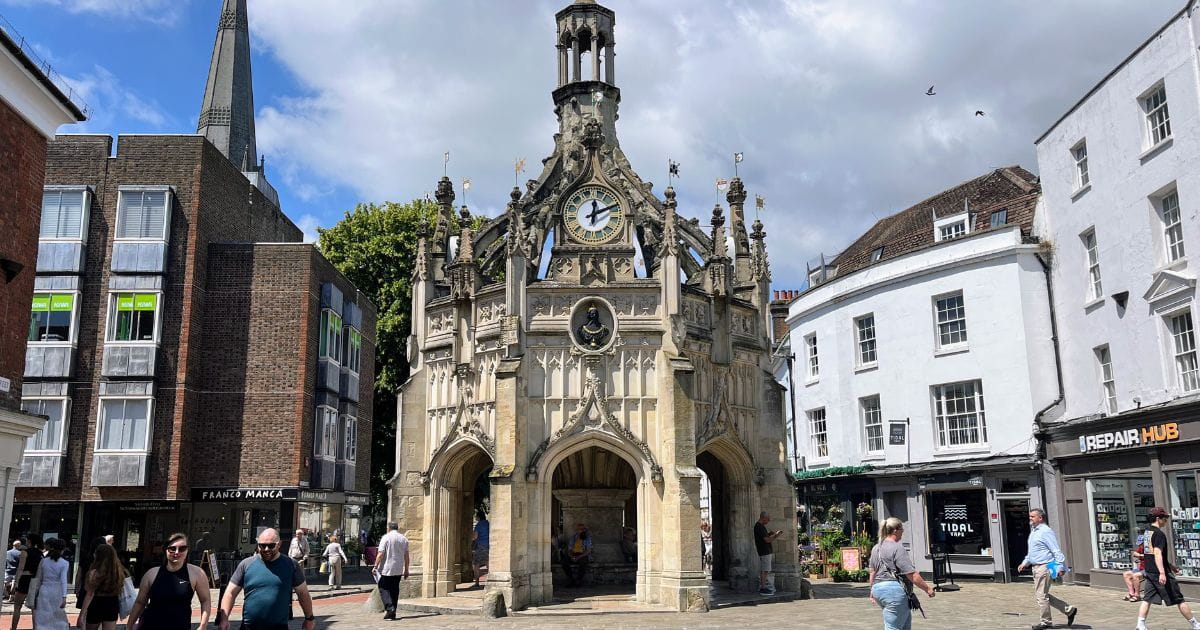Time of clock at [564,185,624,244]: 12:10
